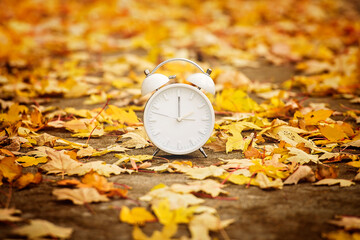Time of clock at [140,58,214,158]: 2:00
